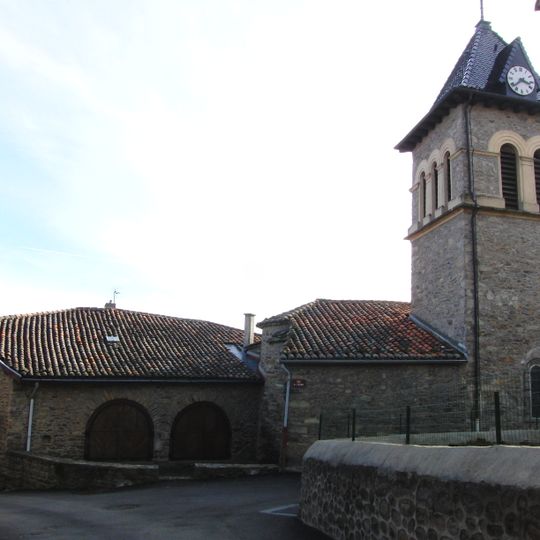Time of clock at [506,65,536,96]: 3:38
